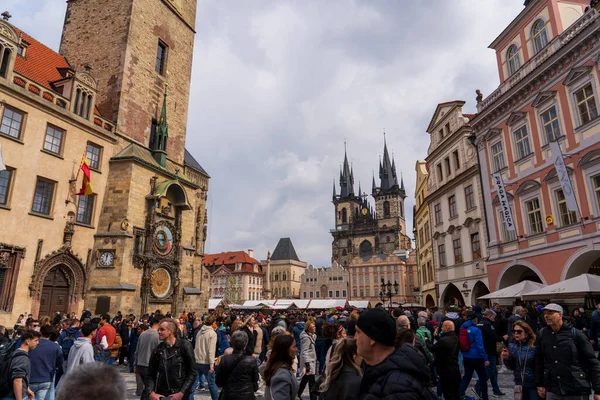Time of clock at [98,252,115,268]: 12:02
